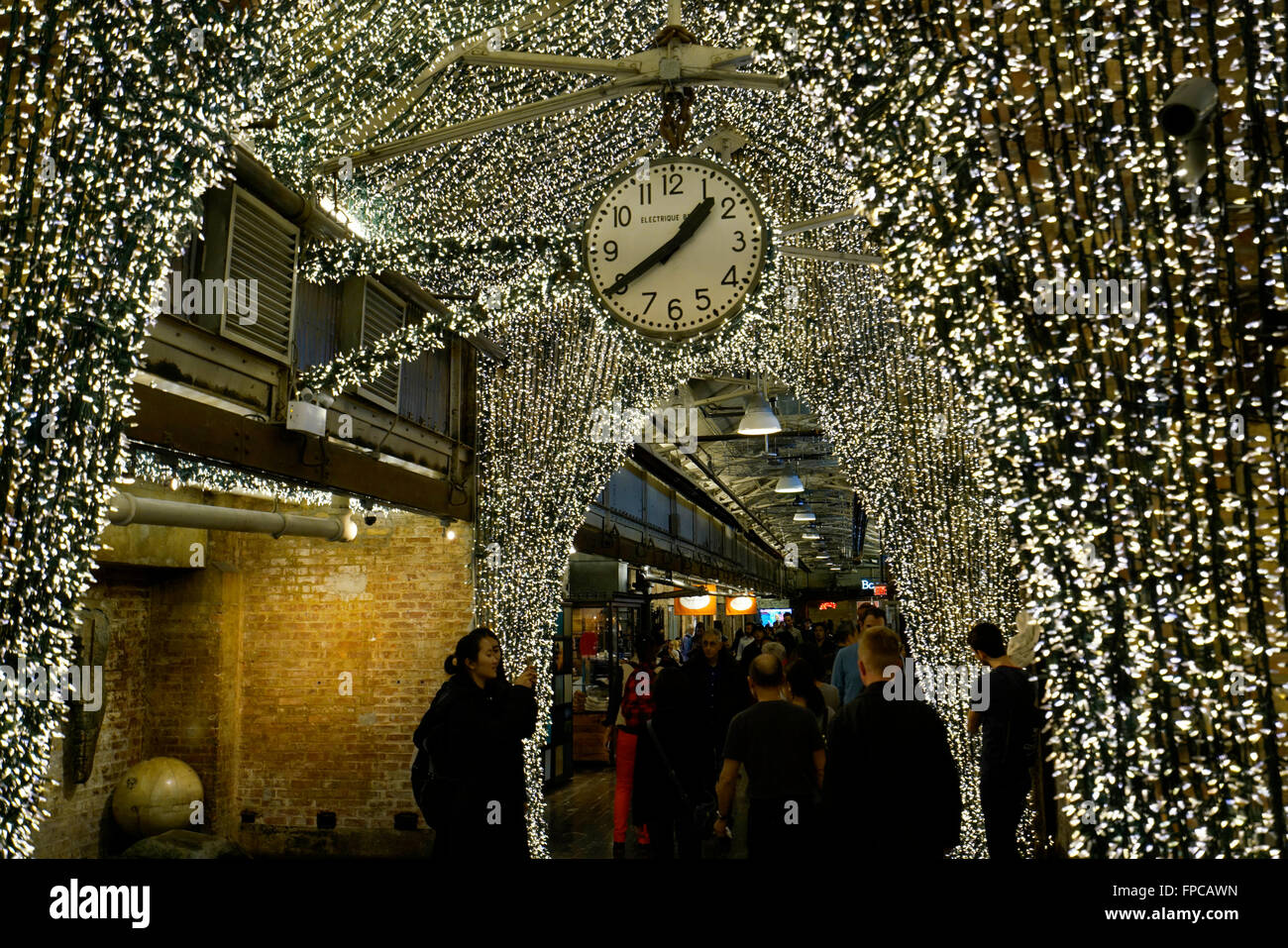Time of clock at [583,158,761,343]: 1:39
